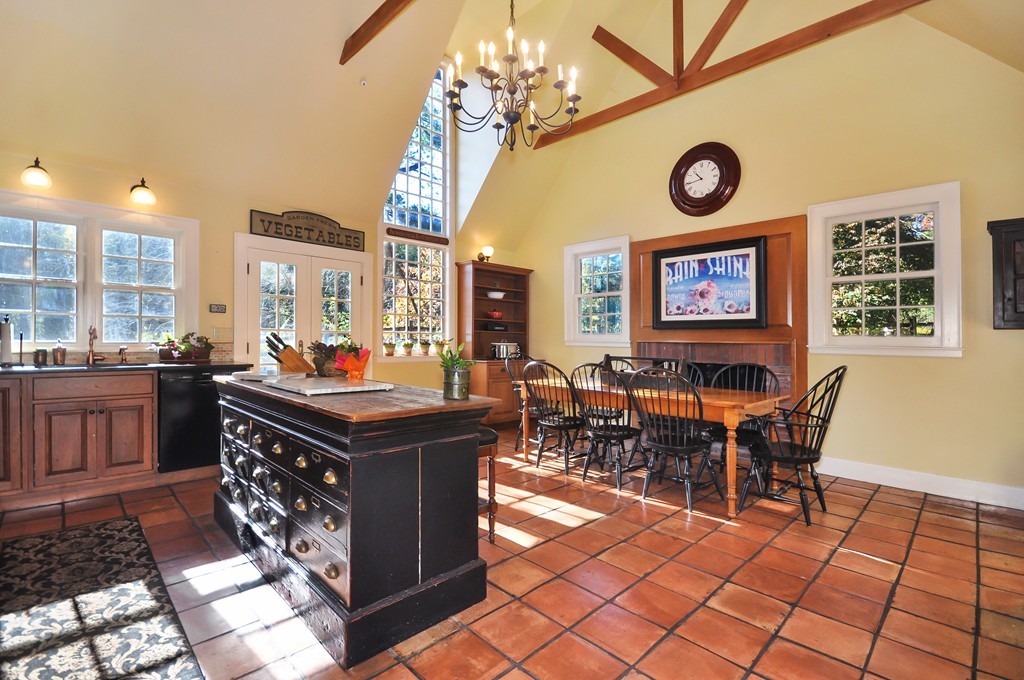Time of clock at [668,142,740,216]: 10:43
